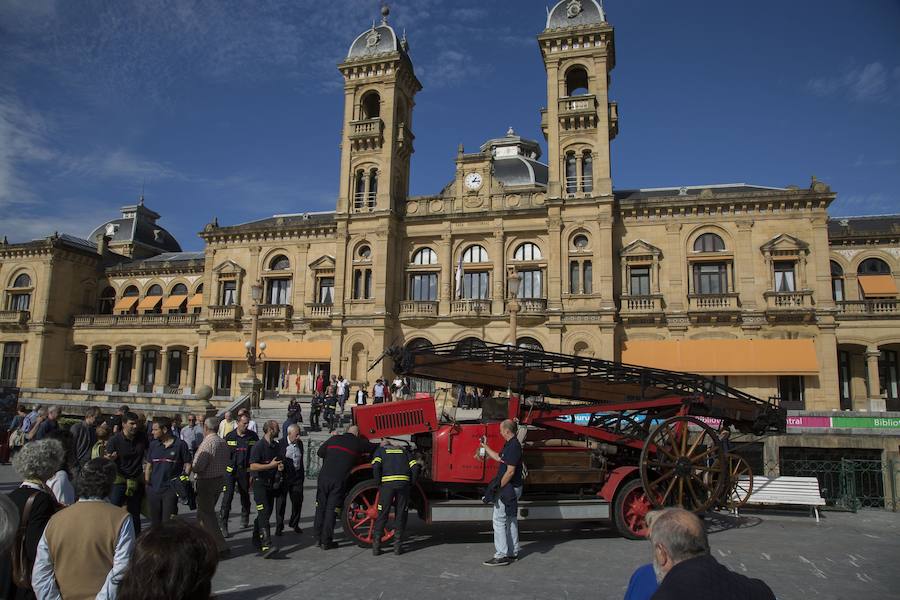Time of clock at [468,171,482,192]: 1:16
